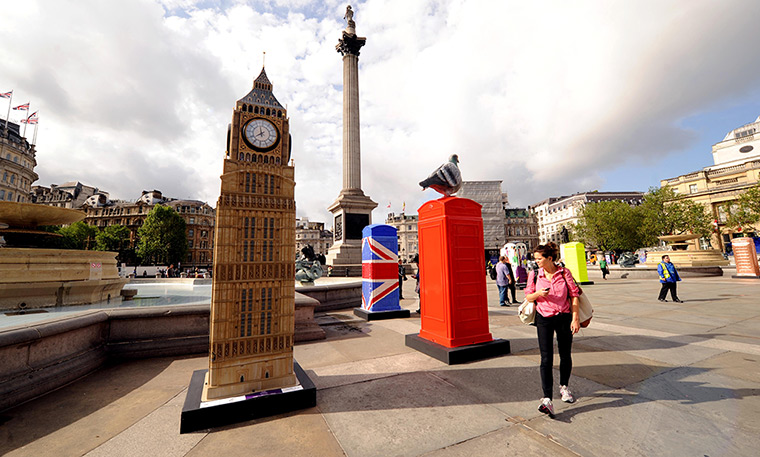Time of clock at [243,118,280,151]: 7:57
